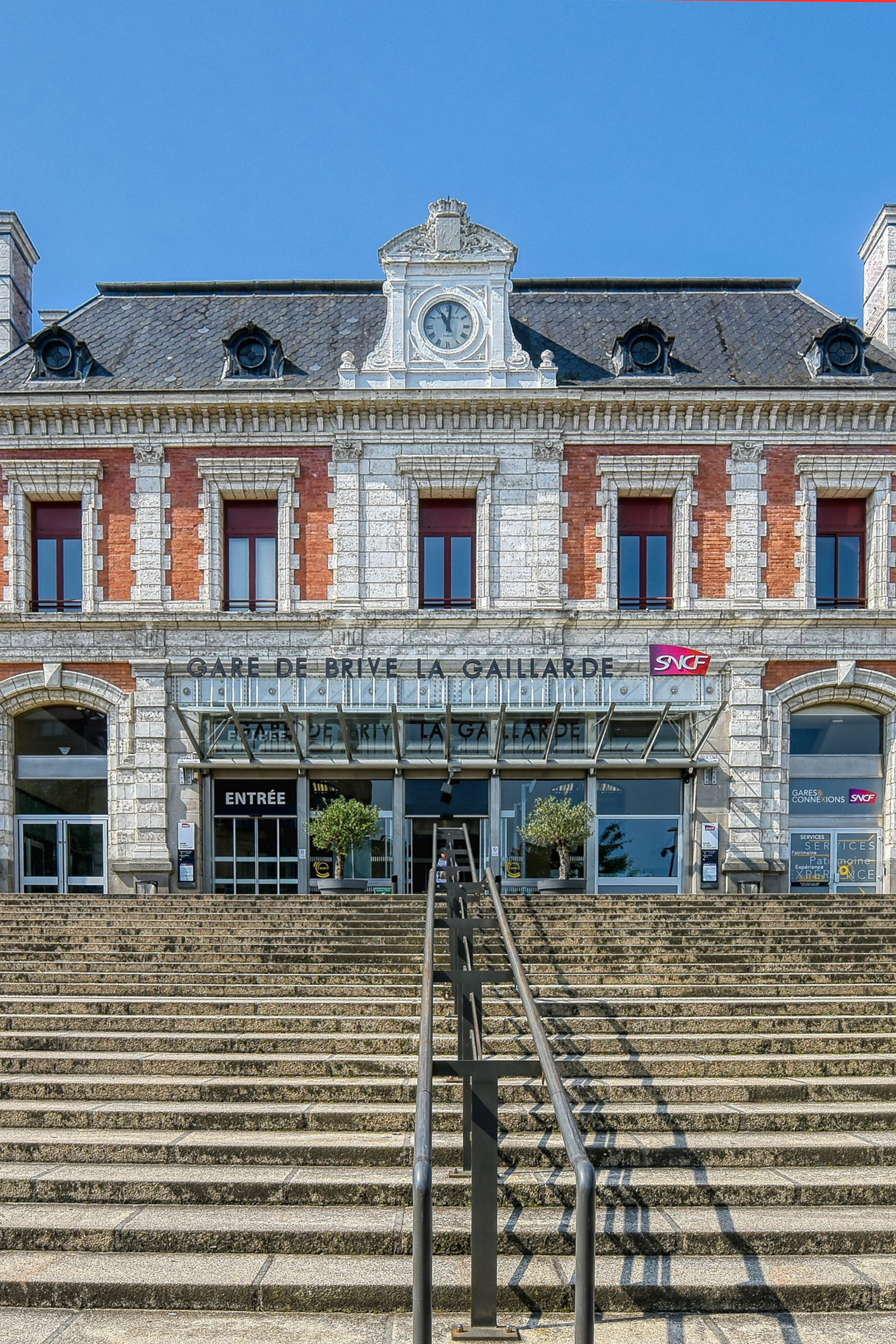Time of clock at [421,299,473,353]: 11:01
